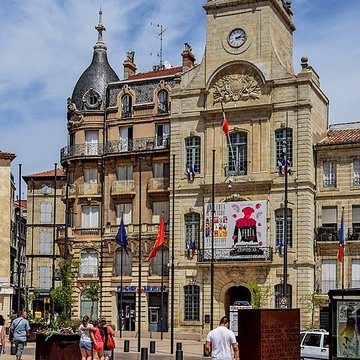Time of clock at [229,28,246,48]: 2:15
